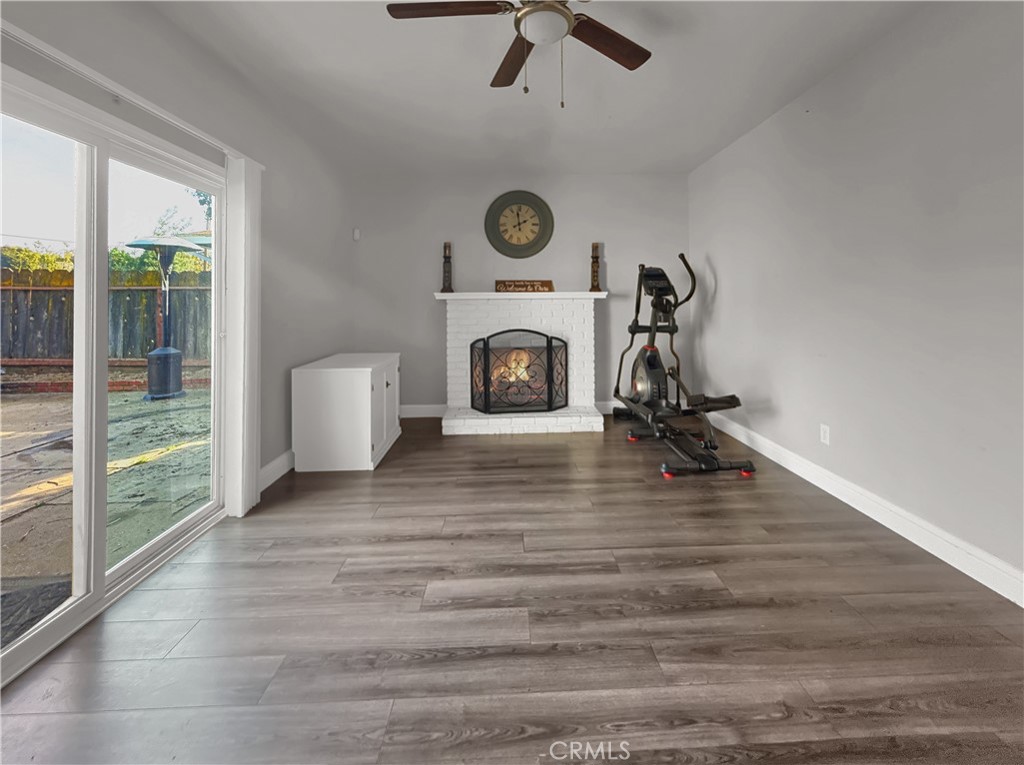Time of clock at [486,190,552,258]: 1:59
